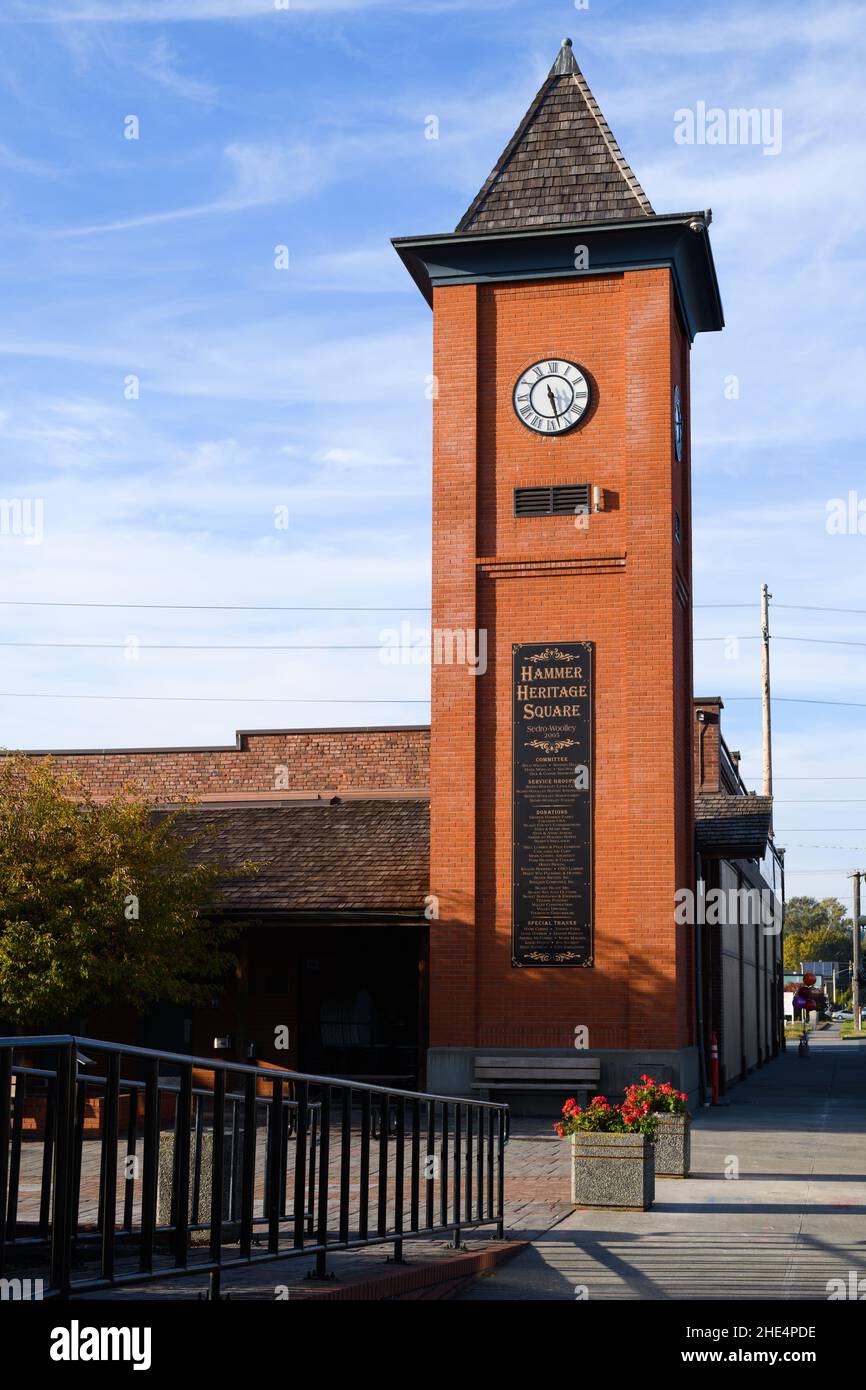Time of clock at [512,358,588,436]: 5:27
